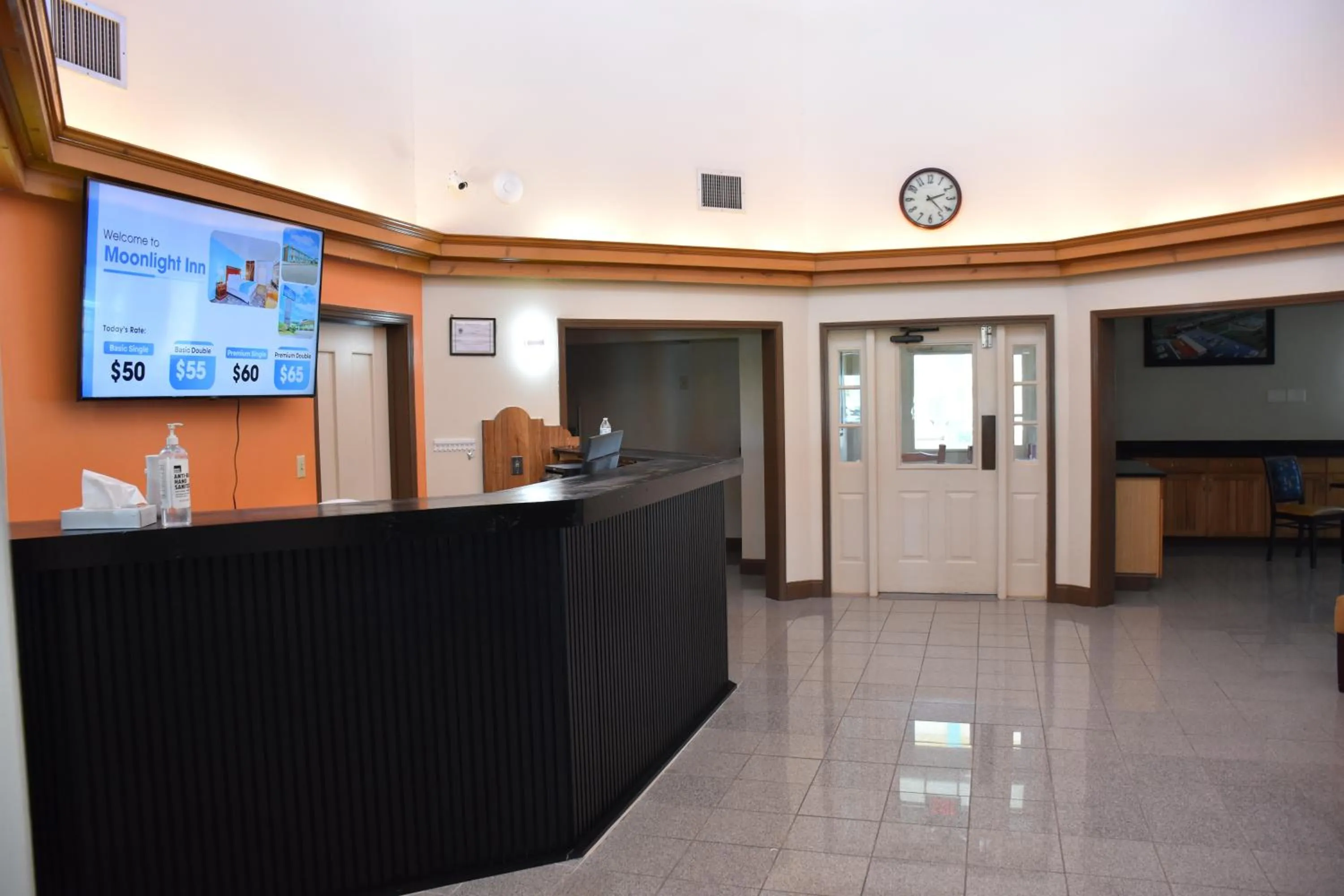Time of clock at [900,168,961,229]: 2:22
